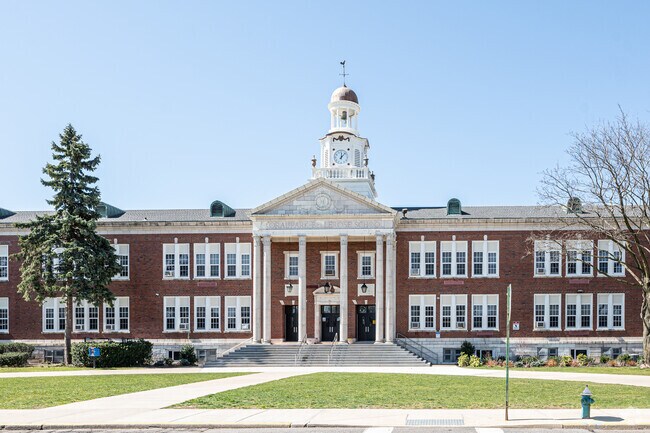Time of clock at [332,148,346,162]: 12:07
